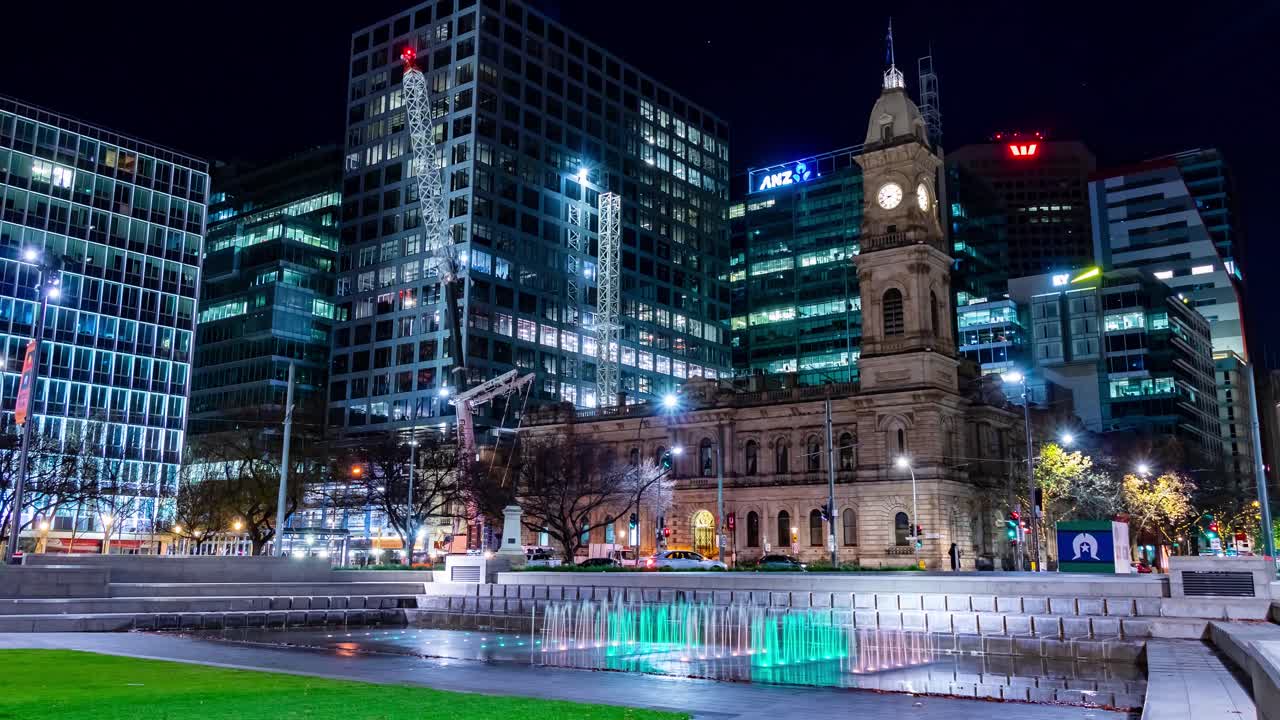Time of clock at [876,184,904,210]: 8:40
